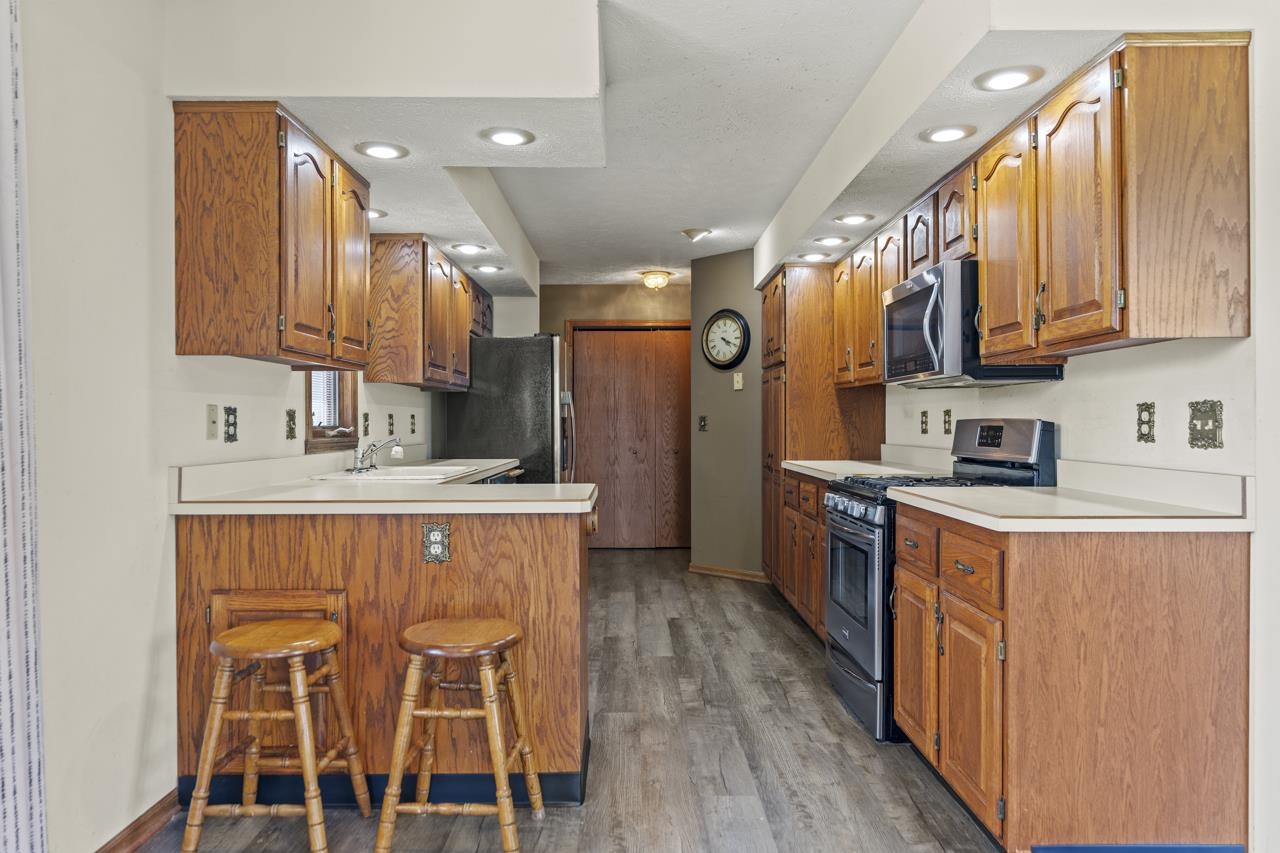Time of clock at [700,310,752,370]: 4:19
